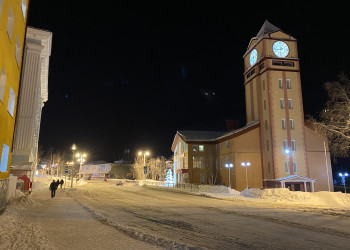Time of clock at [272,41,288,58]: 8:32
